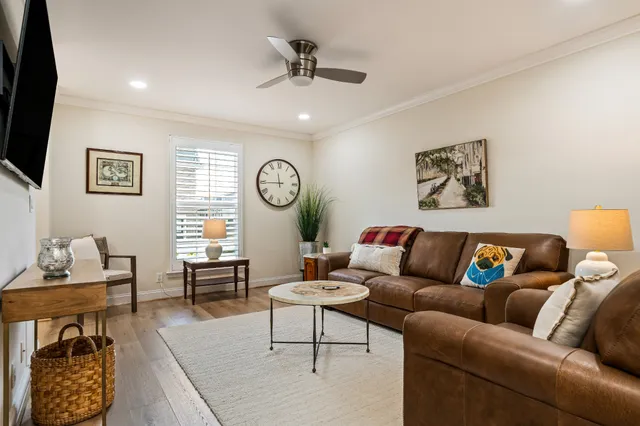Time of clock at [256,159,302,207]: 11:44
